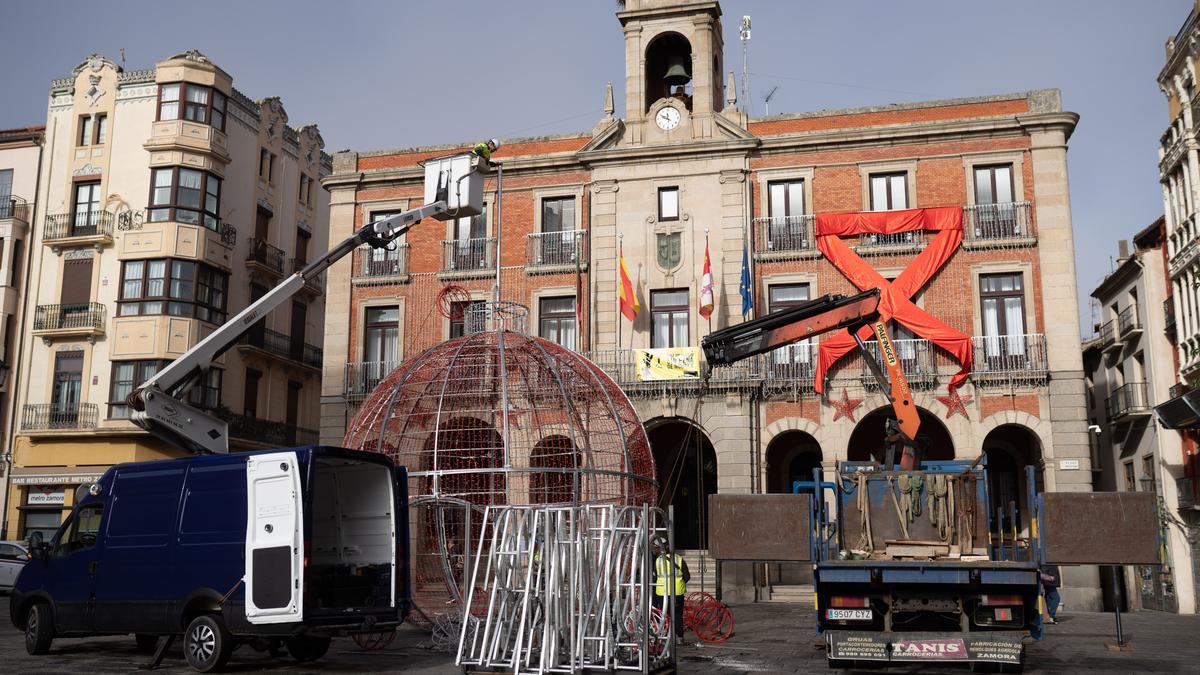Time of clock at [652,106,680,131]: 11:49
